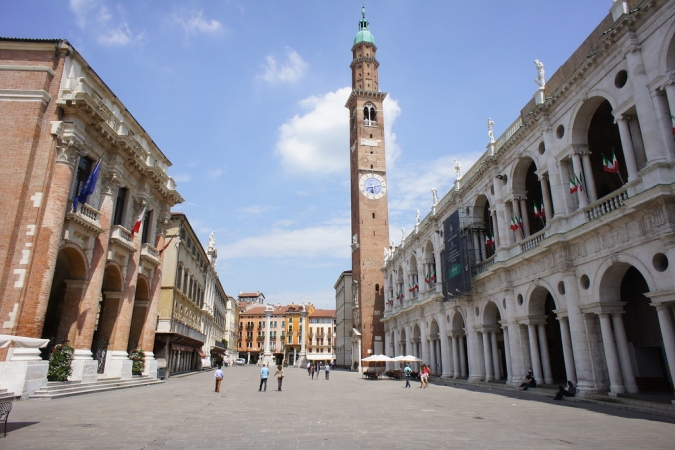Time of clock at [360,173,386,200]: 6:13
